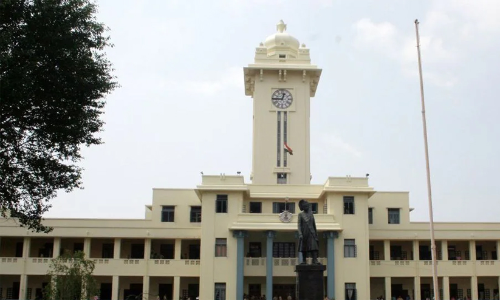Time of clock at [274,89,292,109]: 12:45
